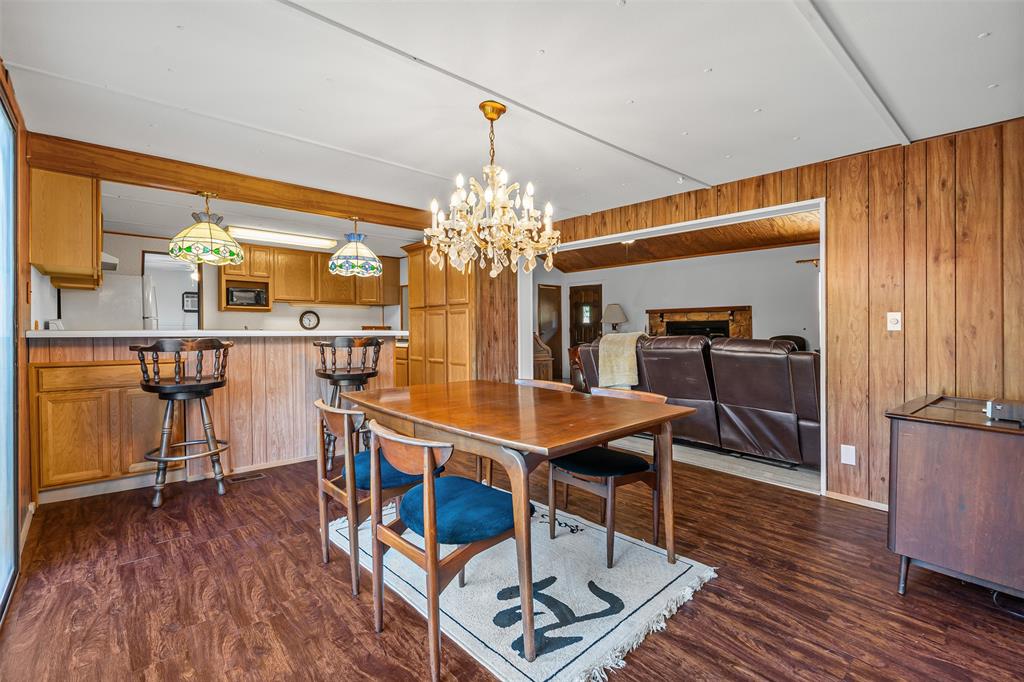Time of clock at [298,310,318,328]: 10:32
